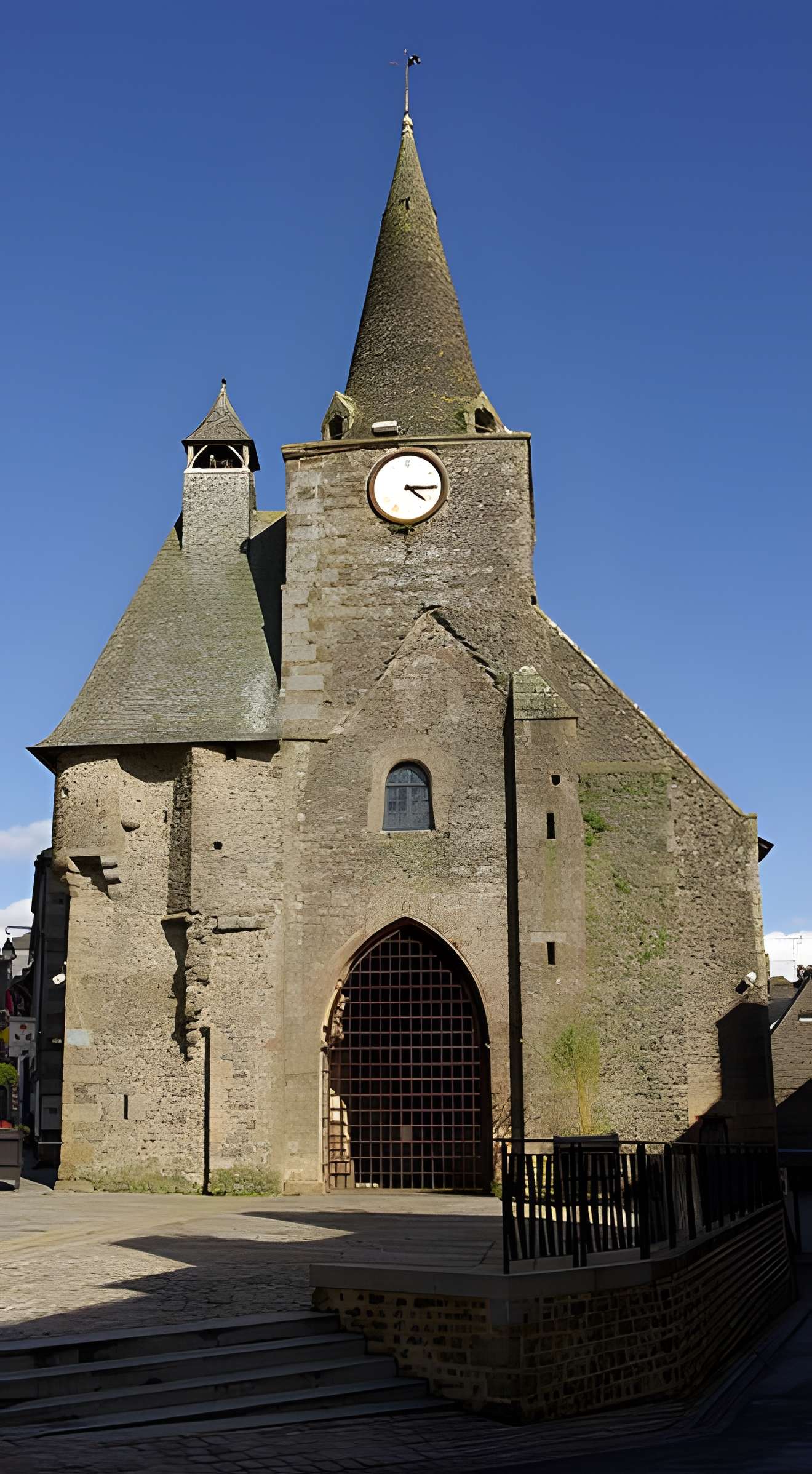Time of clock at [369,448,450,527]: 4:15
